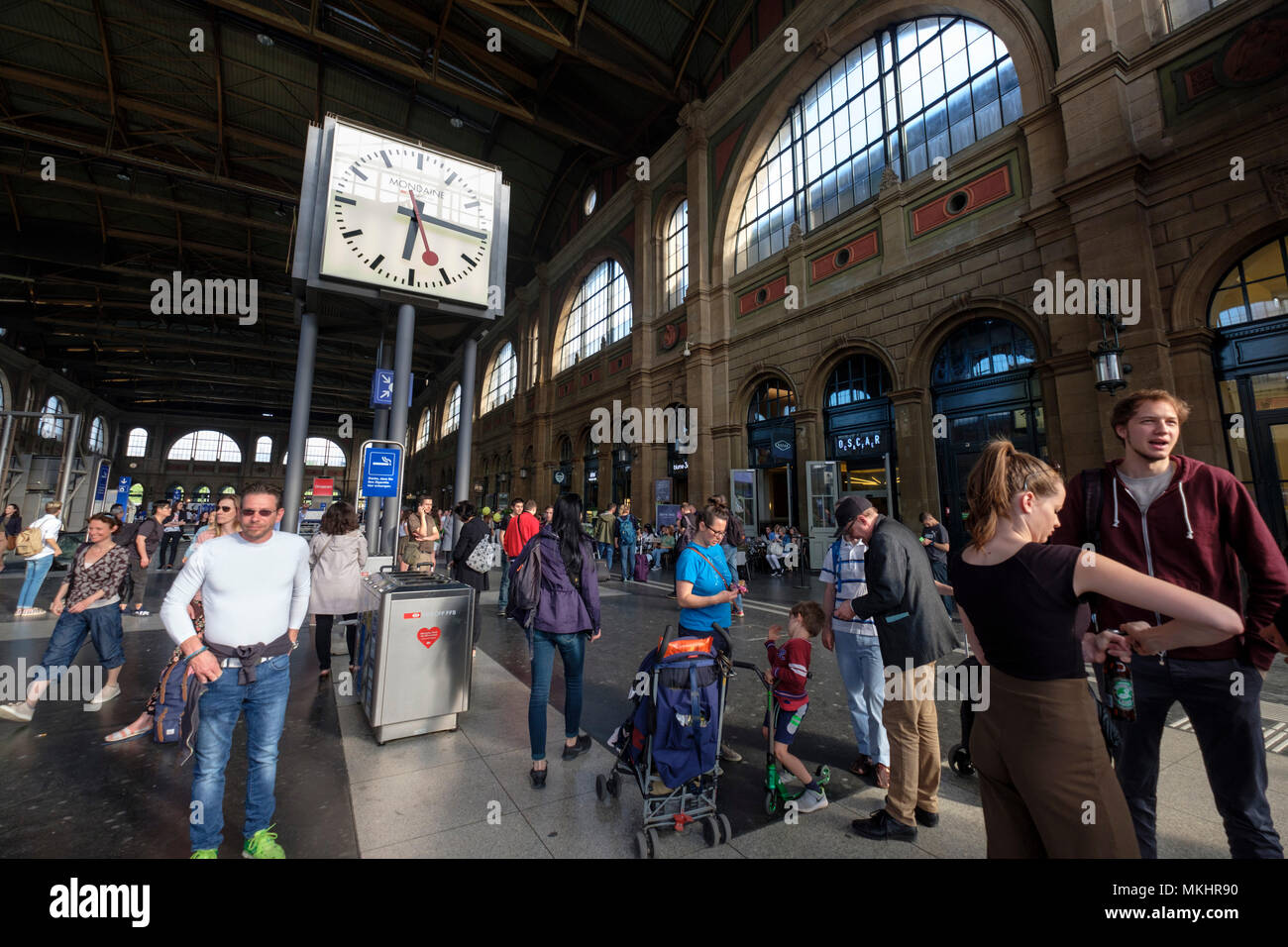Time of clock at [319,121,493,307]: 5:15
